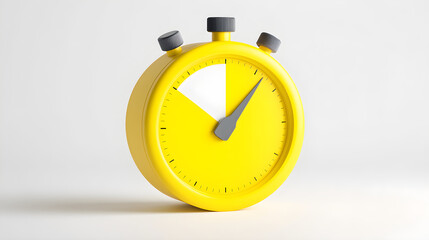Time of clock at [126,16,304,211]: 10:07
